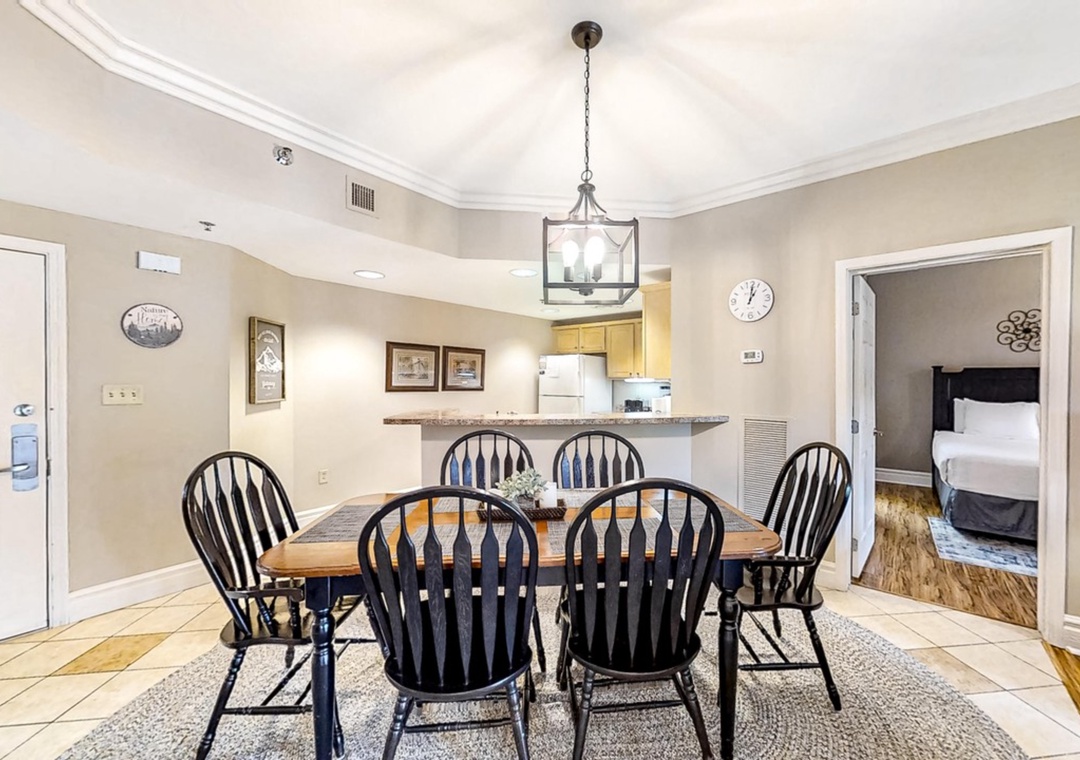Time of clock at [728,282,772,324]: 1:01
